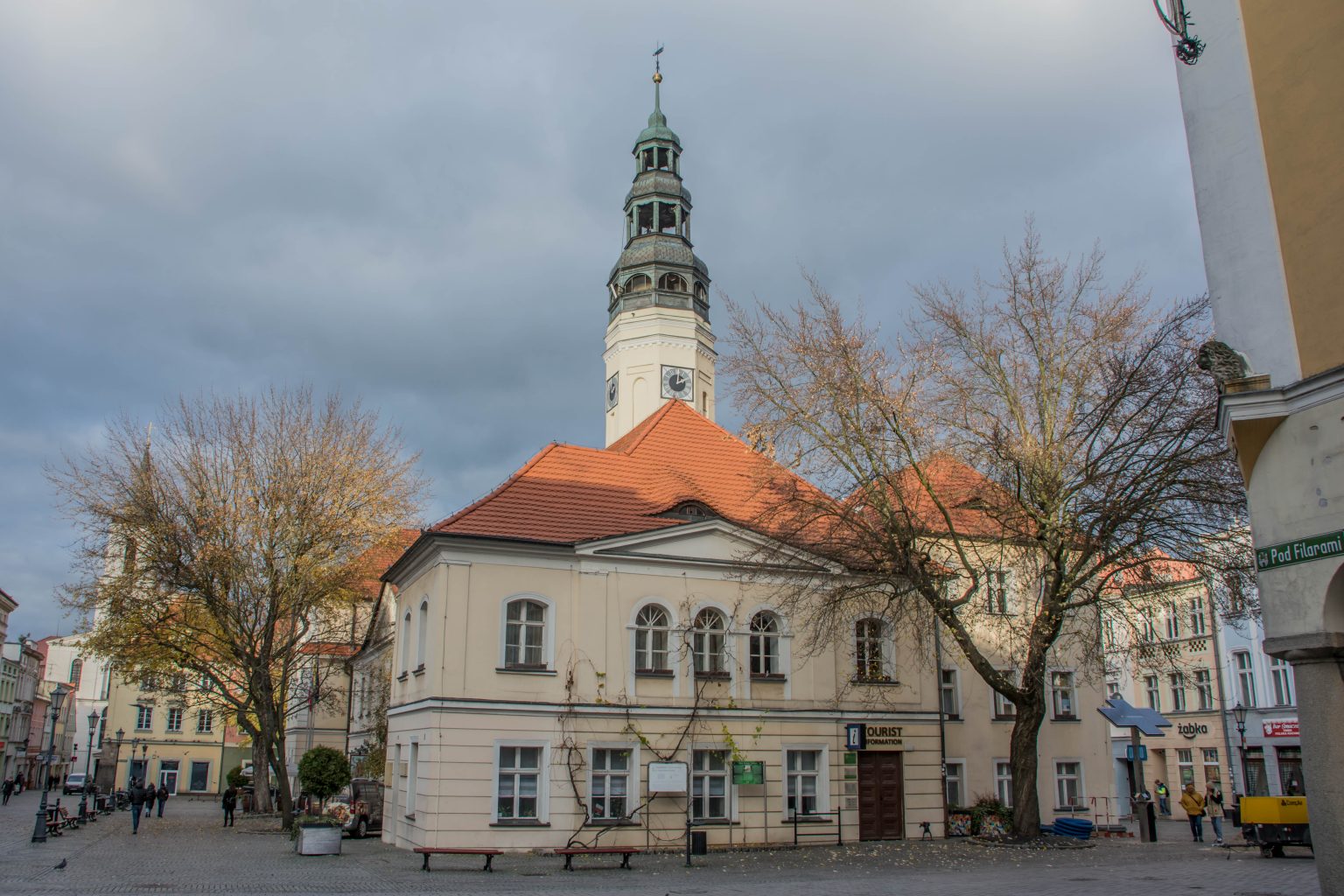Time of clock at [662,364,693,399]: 2:01
